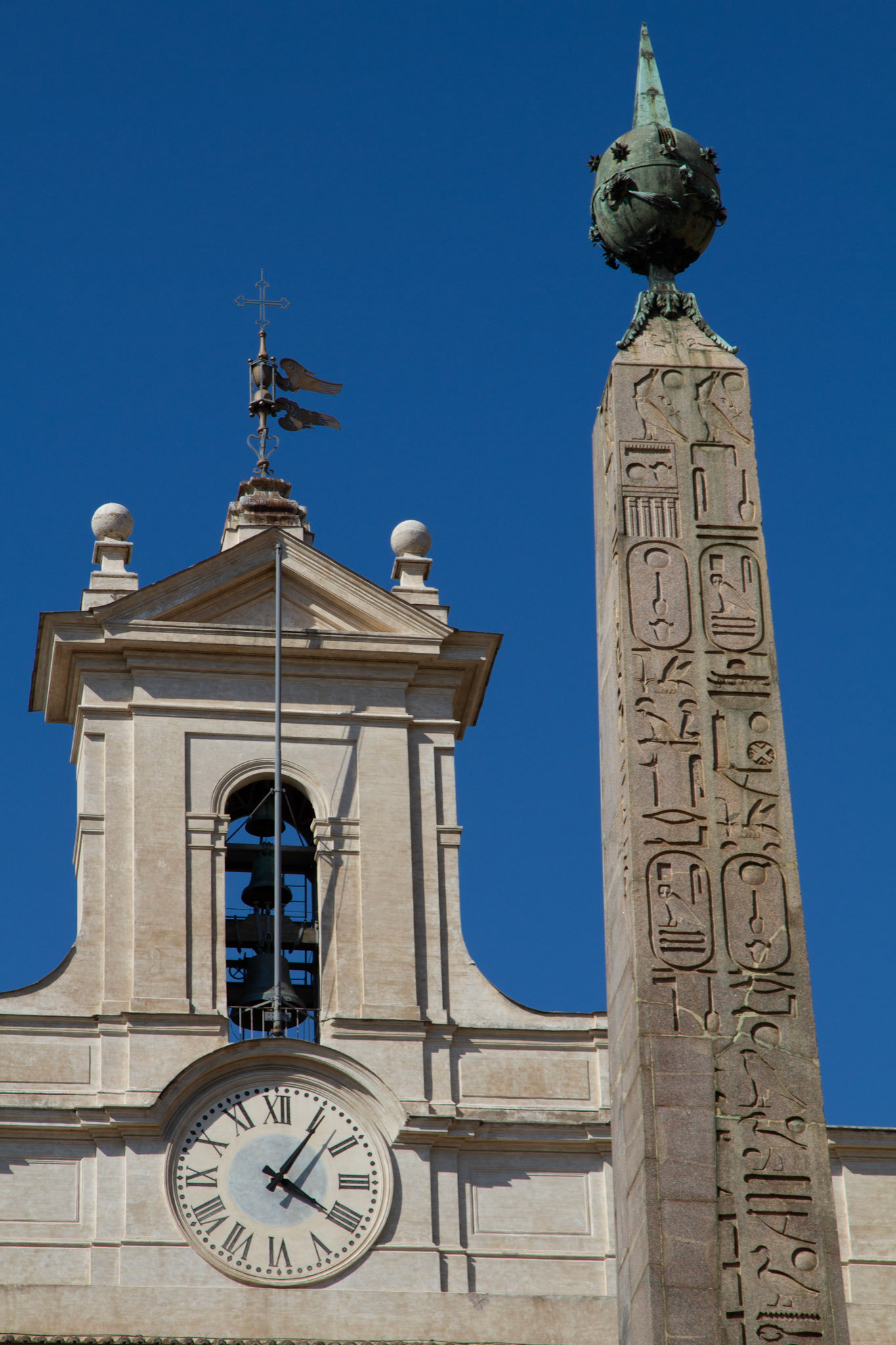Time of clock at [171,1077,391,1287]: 4:05
